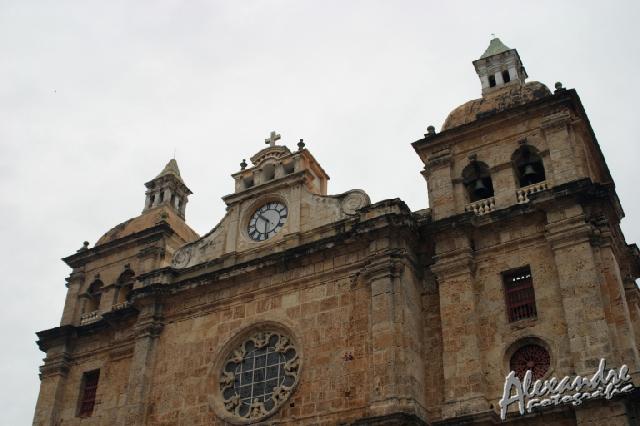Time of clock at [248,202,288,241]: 10:30
